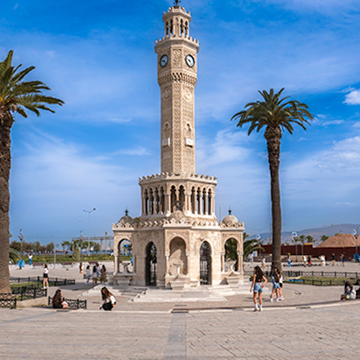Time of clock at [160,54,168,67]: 9:22
